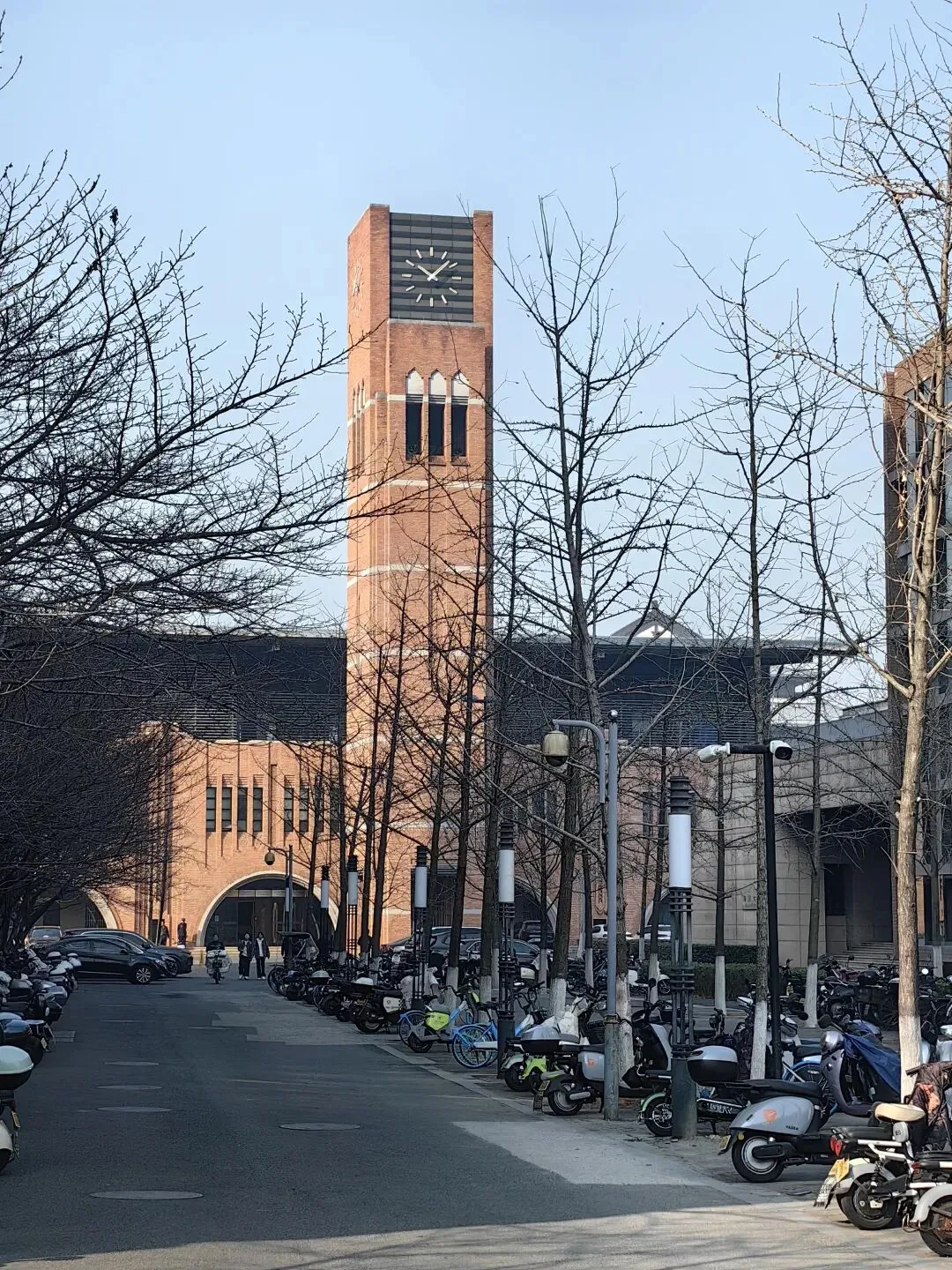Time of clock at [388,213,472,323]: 10:07
